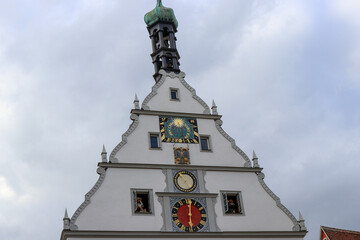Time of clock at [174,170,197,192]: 4:52
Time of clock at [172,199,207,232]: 6:01
